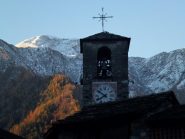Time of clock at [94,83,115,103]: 7:51
